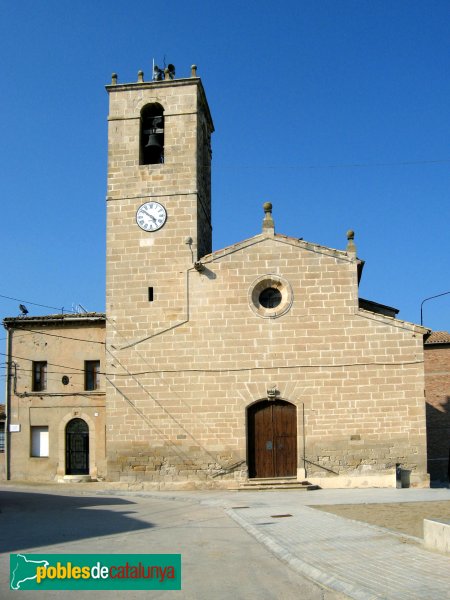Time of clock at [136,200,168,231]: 4:51
